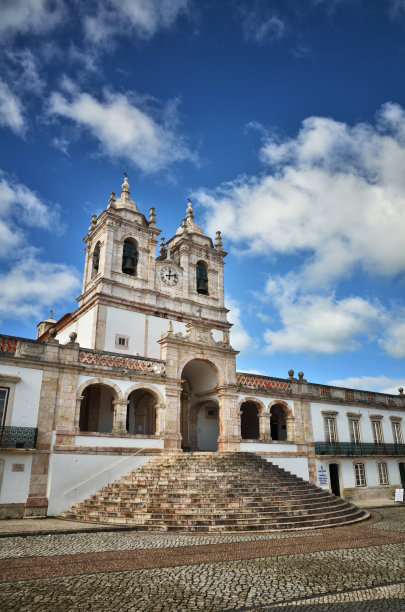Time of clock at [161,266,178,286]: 12:12
